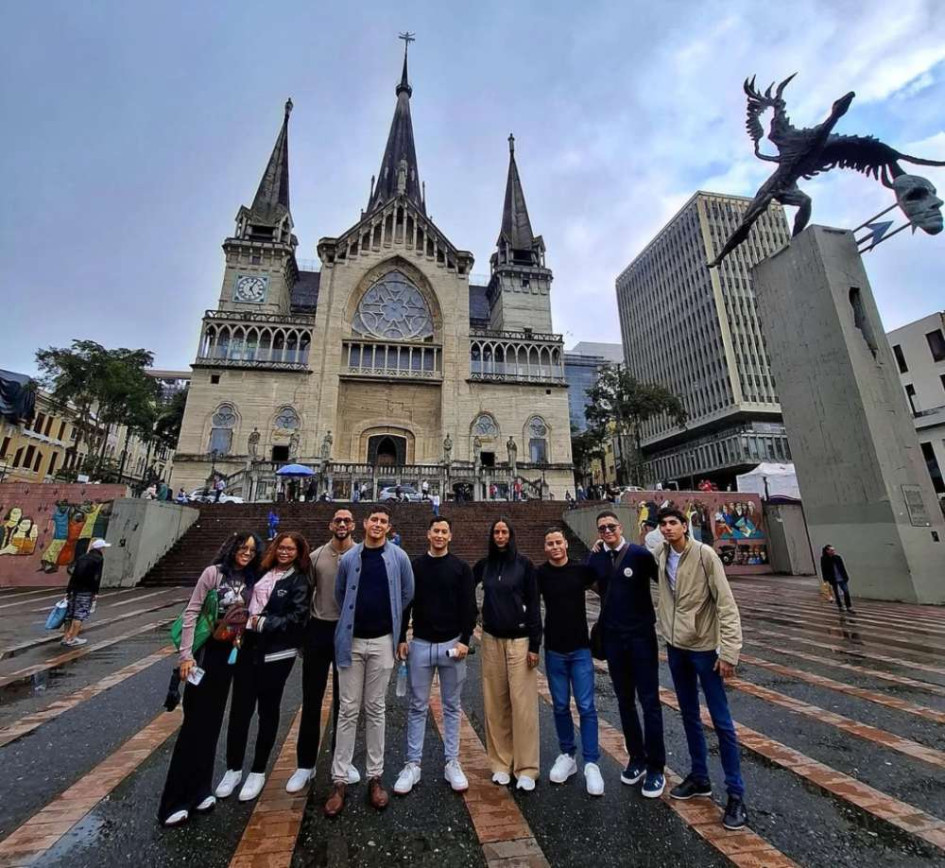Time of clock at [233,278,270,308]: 5:04
